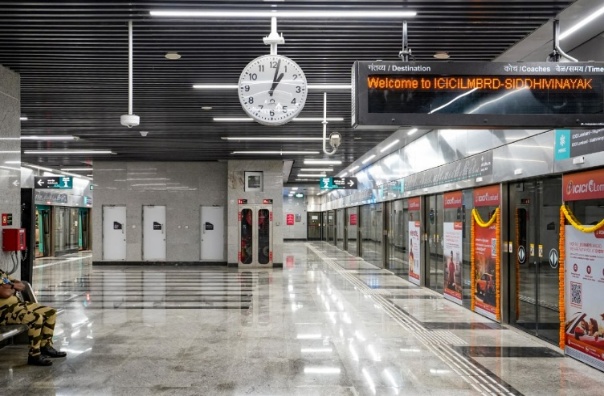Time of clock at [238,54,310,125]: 1:02
